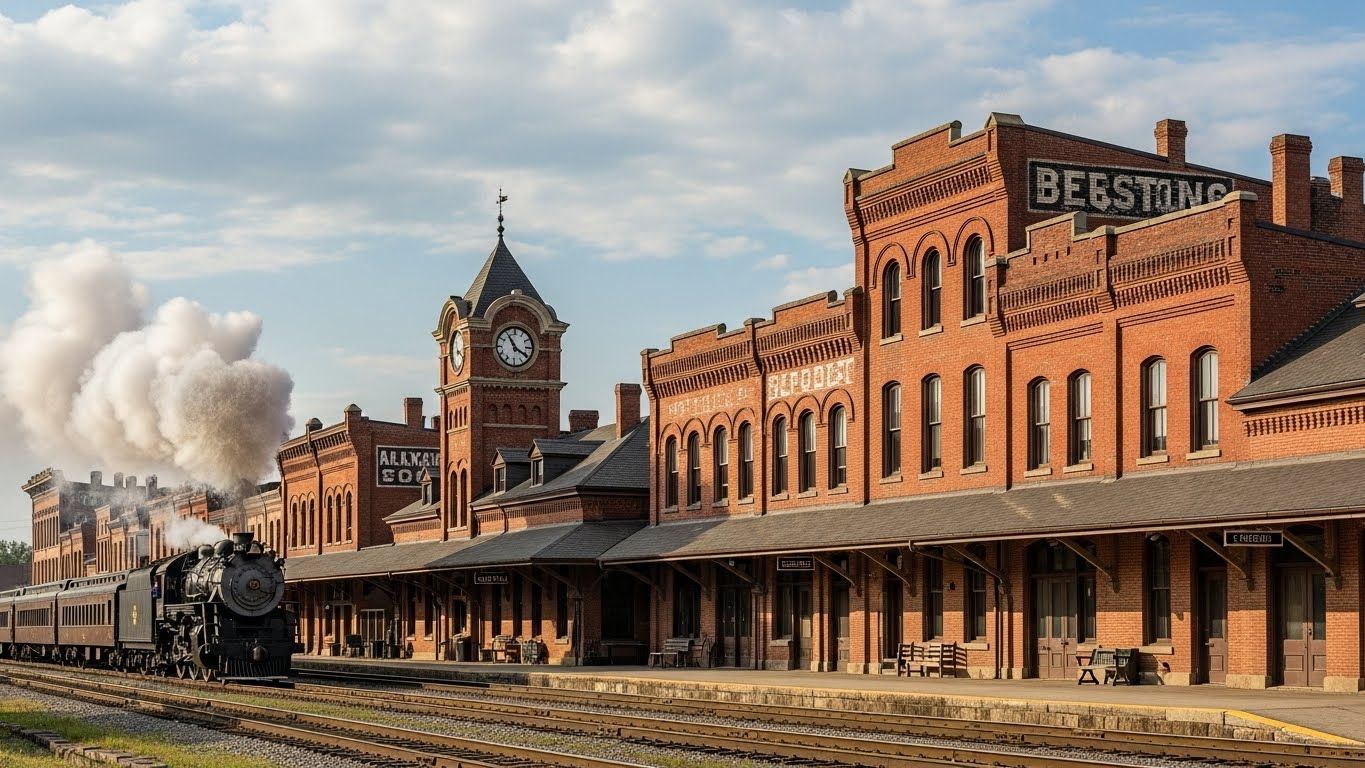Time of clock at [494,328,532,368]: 3:54
